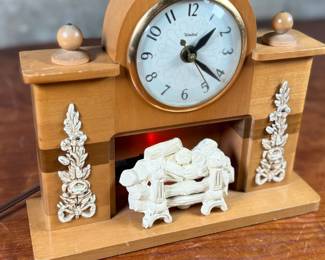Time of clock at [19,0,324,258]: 1:21
